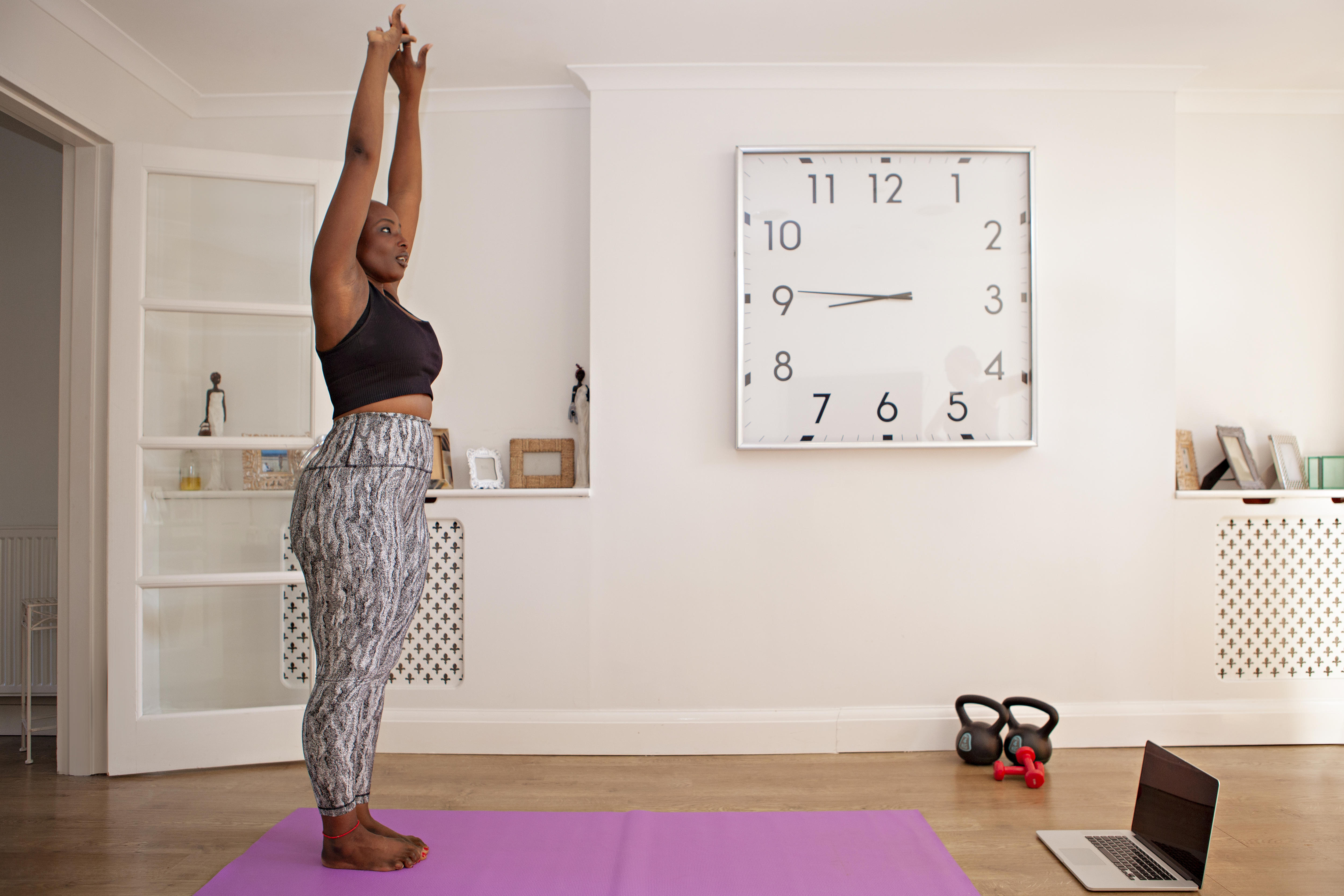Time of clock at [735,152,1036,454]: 8:45
